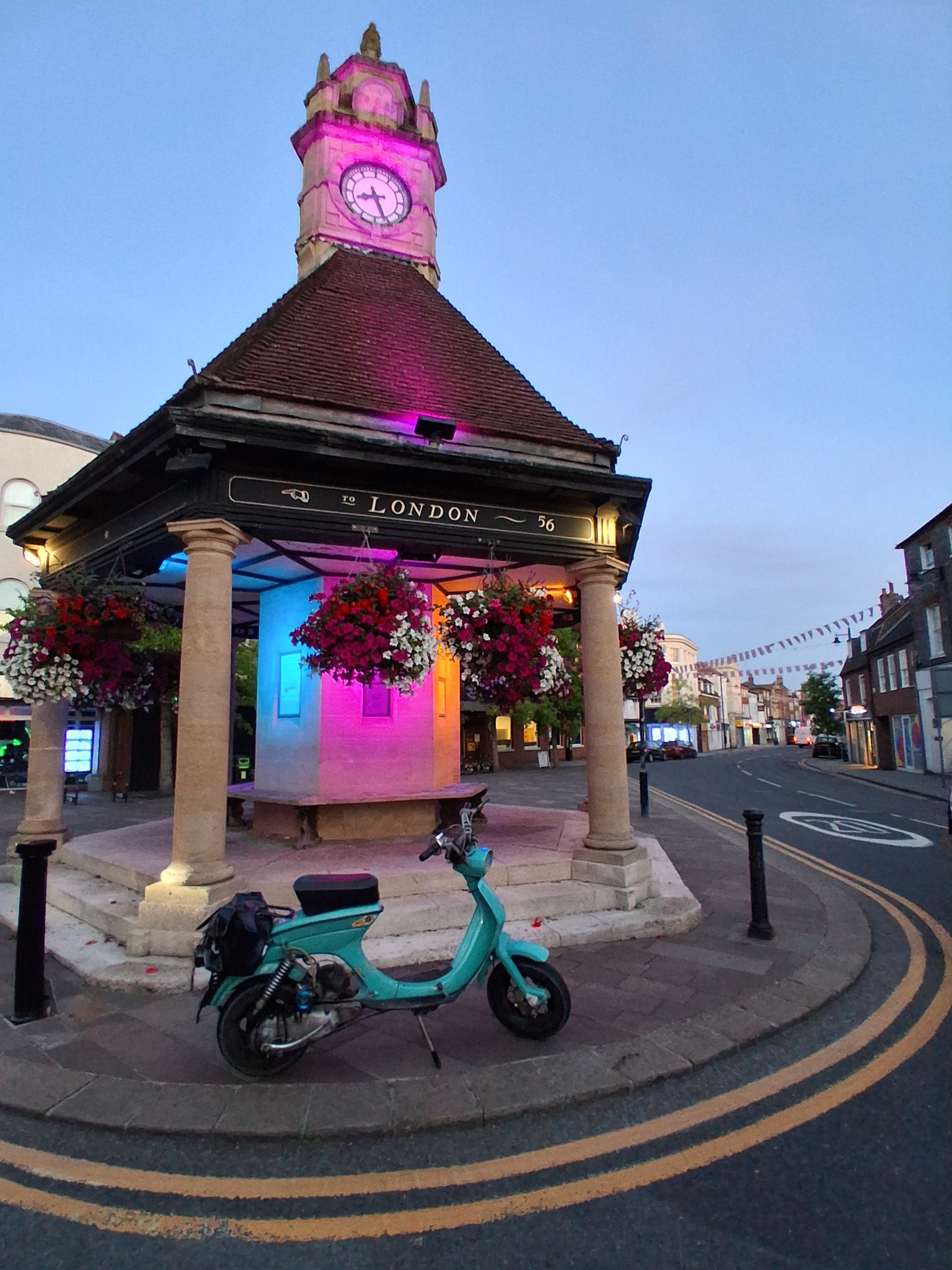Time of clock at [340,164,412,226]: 8:26
